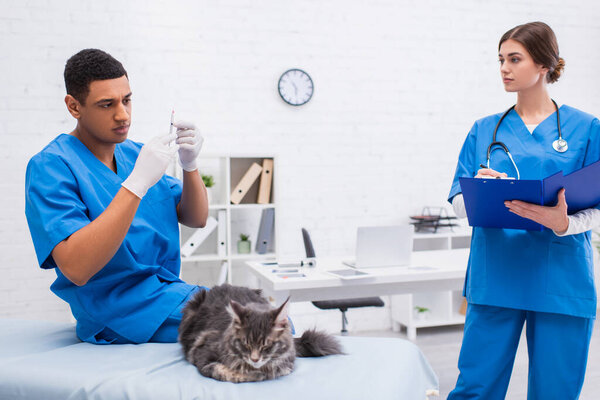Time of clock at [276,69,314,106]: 5:54
